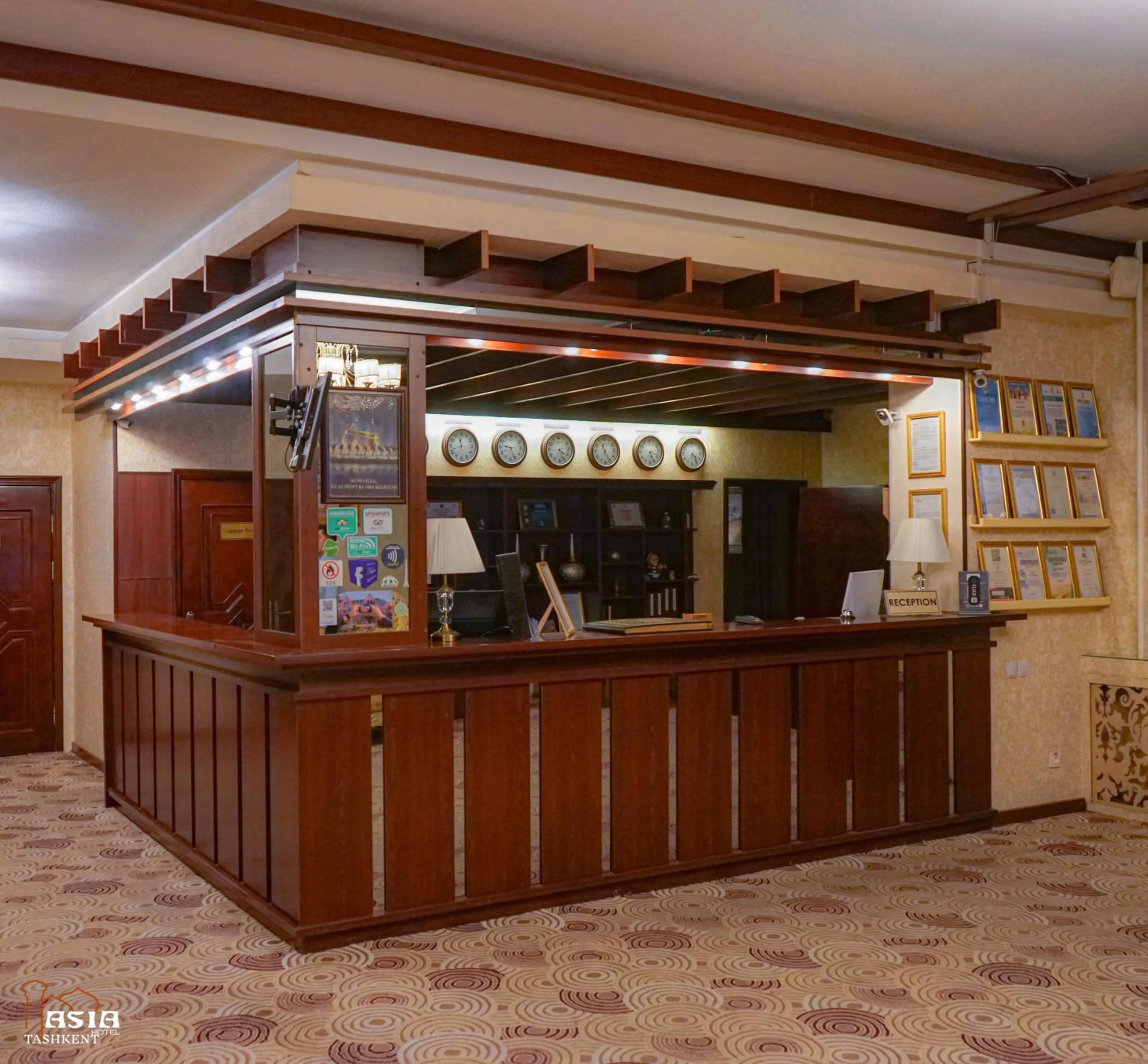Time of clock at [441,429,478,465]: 11:42
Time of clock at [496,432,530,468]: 9:26
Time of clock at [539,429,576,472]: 4:26
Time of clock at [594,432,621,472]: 11:26
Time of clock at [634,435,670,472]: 5:18
